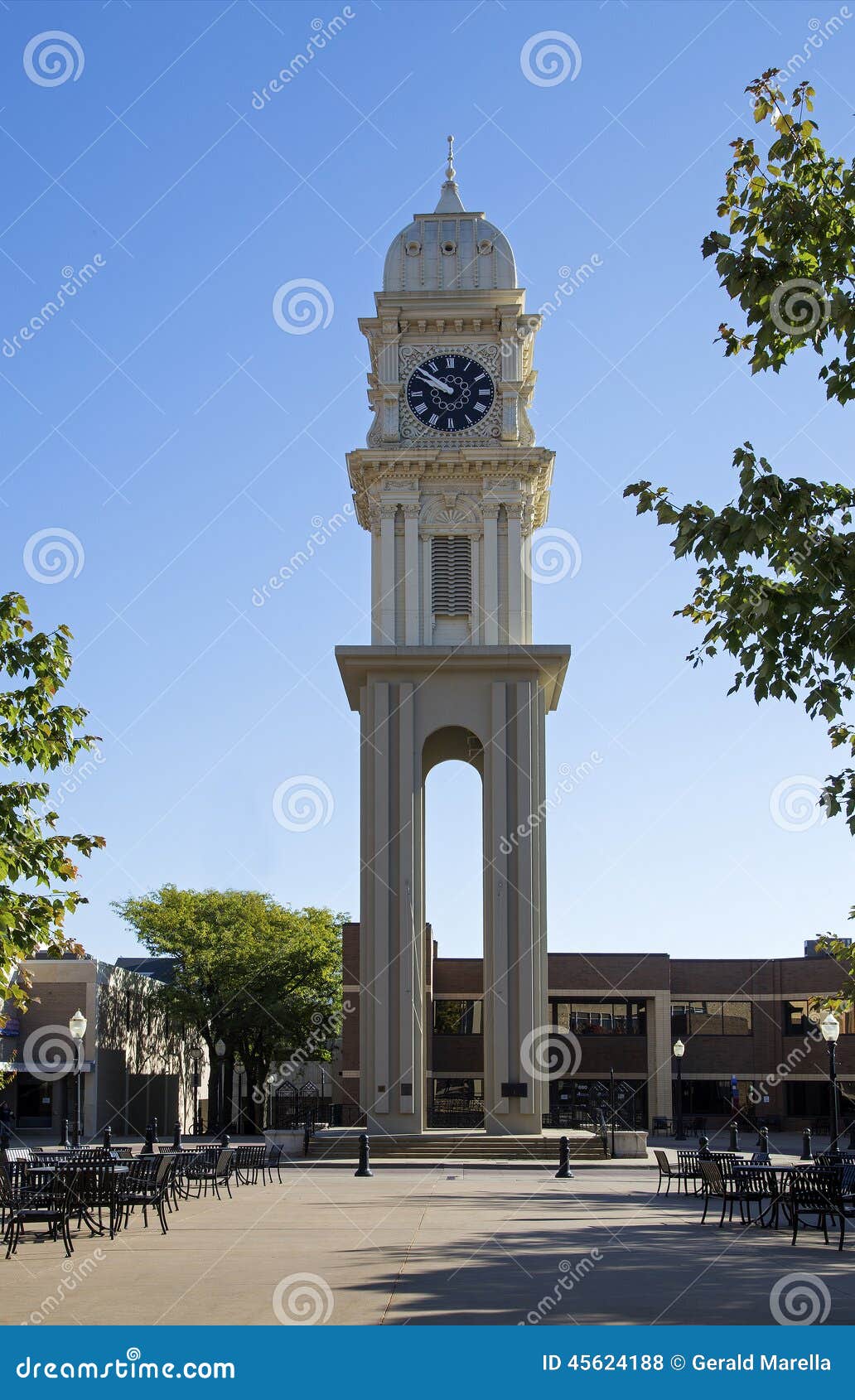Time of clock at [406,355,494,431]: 9:51
